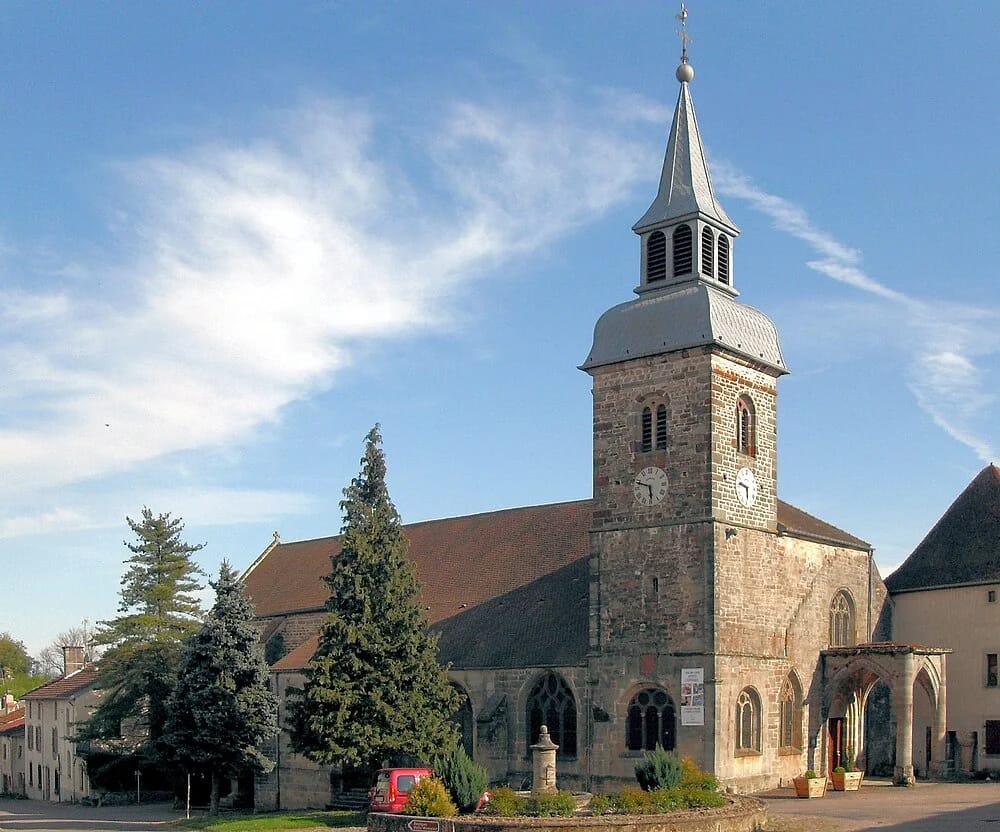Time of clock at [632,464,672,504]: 5:48
